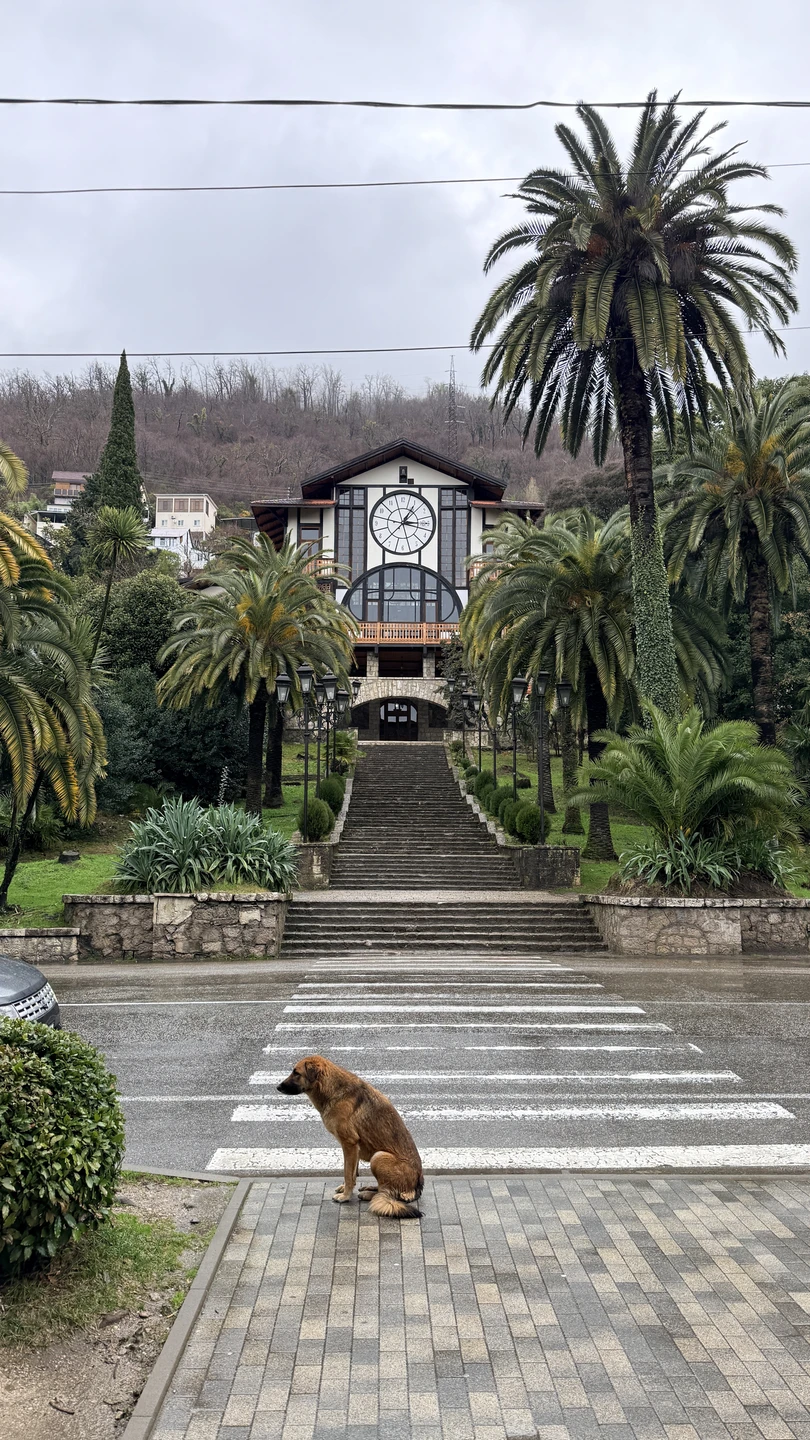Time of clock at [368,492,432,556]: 1:16
